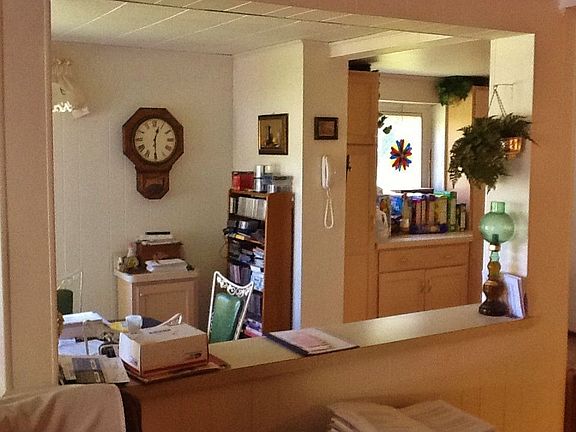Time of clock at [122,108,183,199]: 12:28
